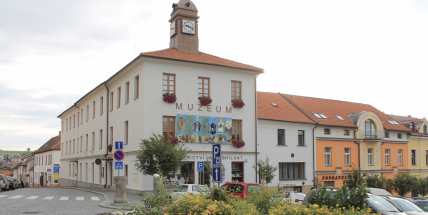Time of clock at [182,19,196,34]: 9:18
